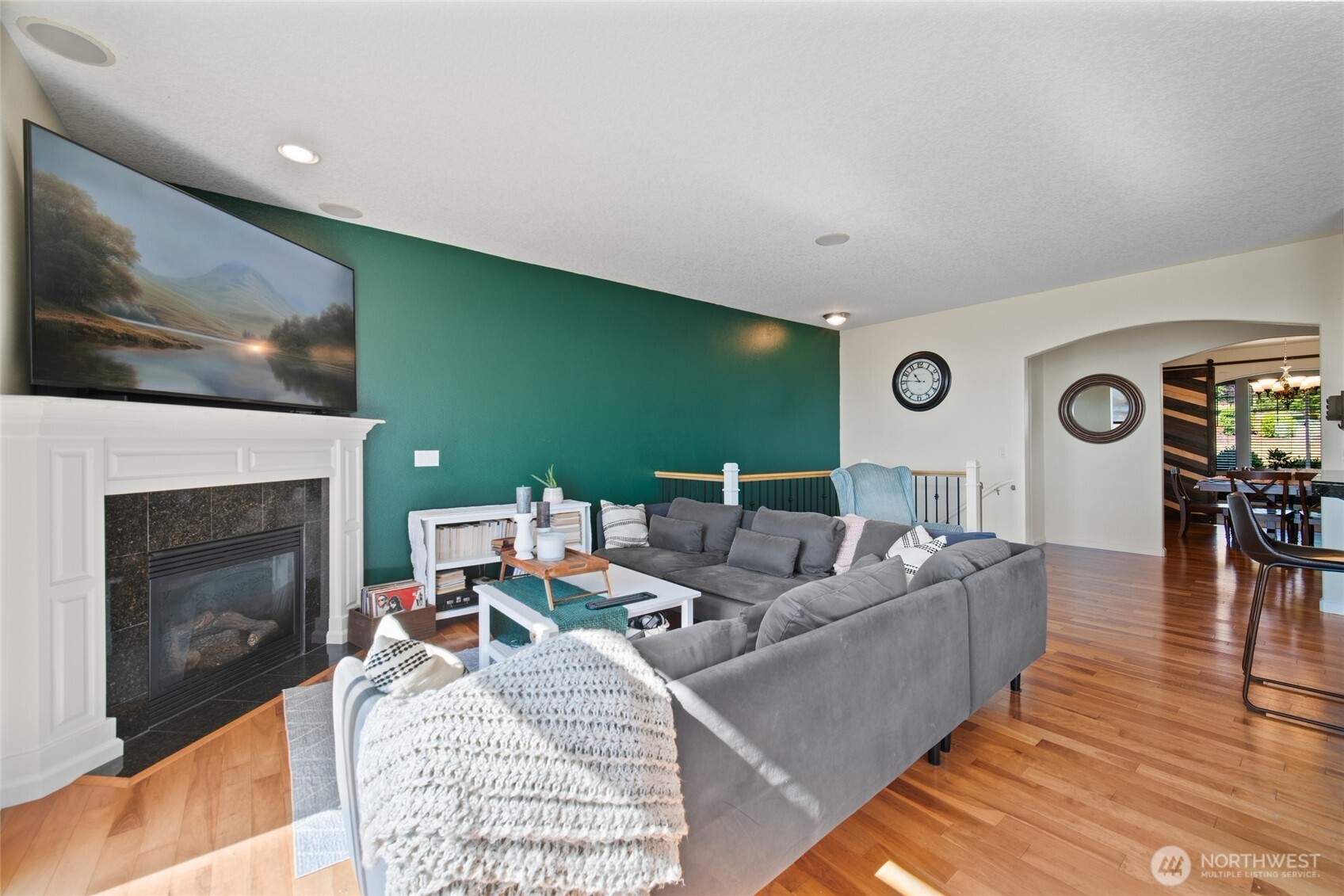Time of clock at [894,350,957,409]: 10:46
